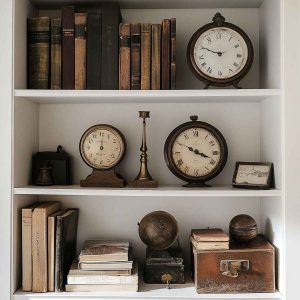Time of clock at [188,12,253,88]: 9:50
